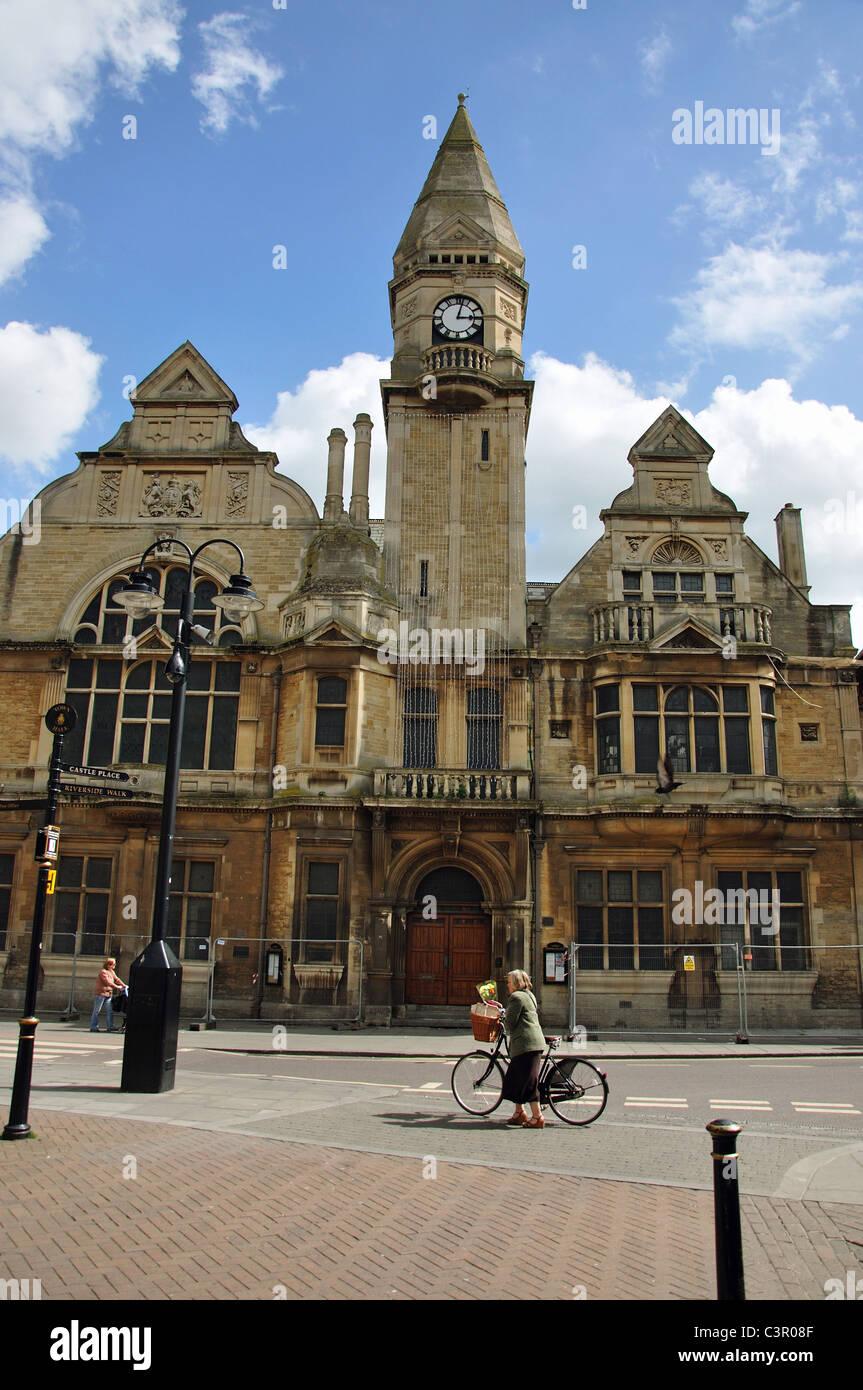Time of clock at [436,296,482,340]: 3:02
